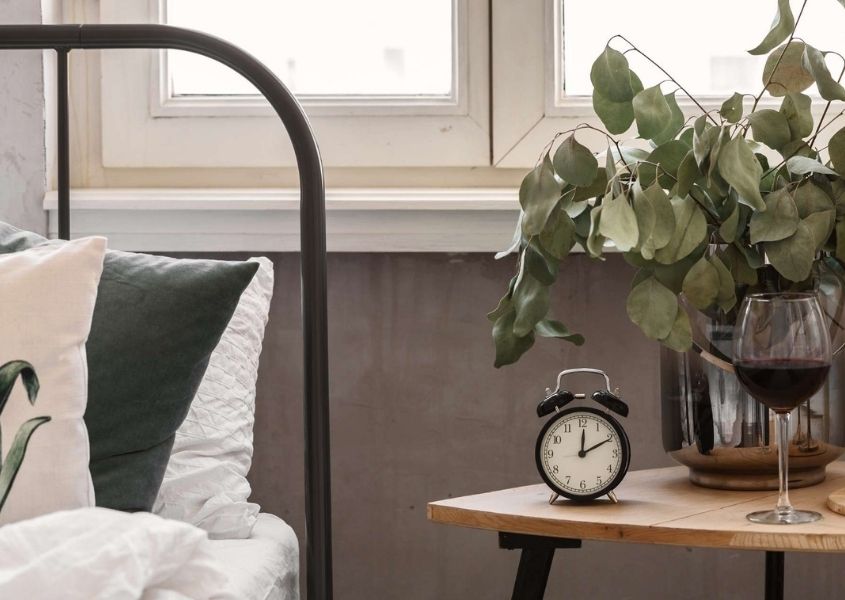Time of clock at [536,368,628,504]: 12:10
